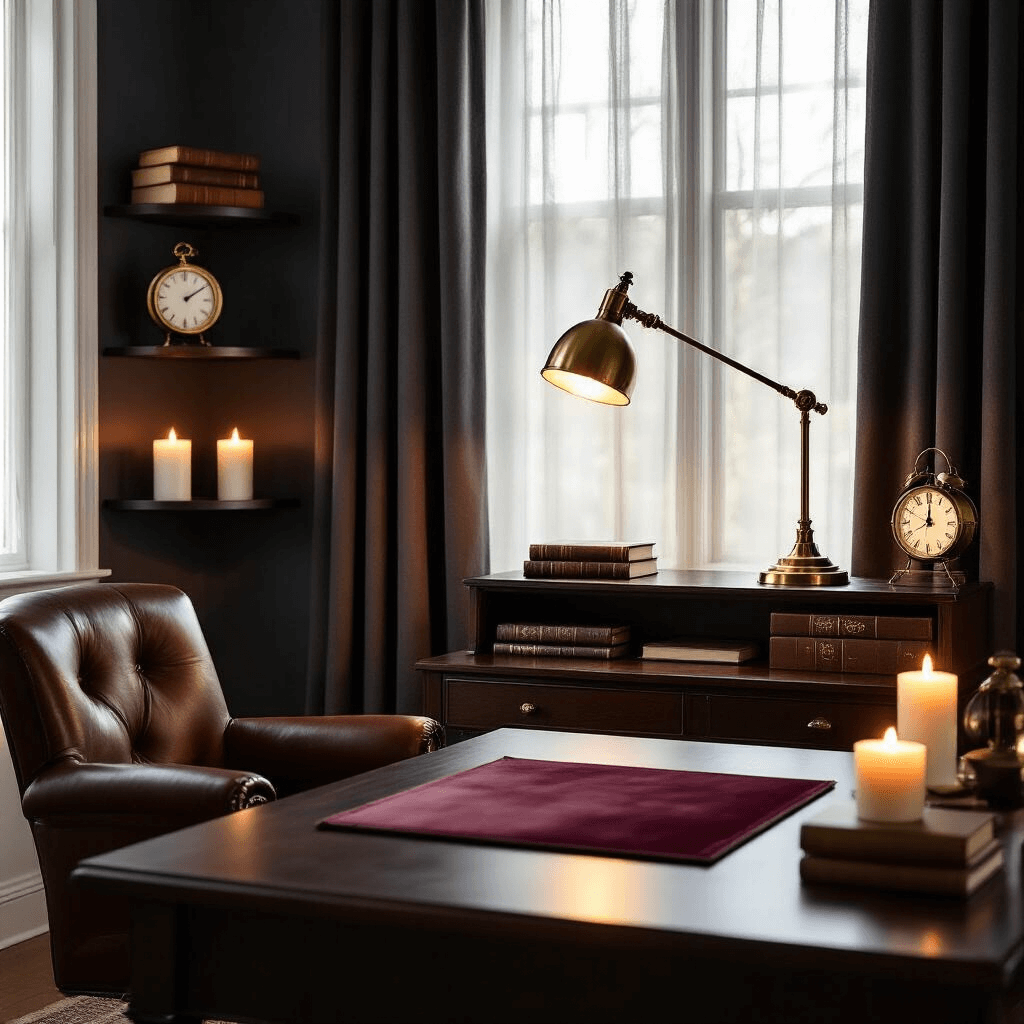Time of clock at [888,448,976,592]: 12:00
